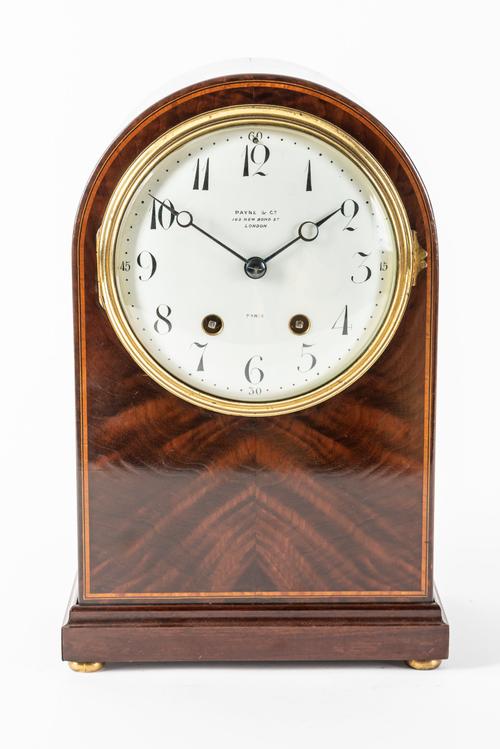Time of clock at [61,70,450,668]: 1:50
